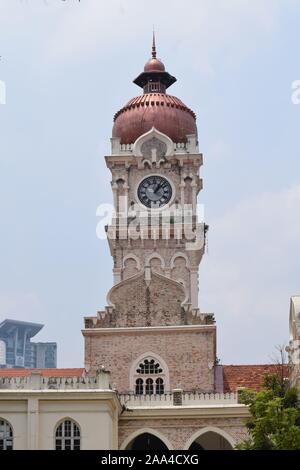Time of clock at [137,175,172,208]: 1:07
